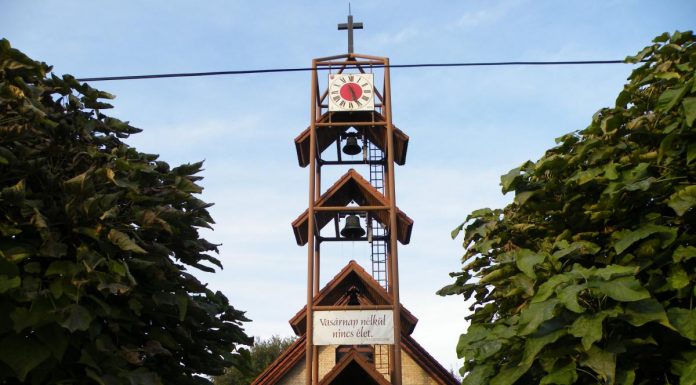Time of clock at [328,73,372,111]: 5:26
